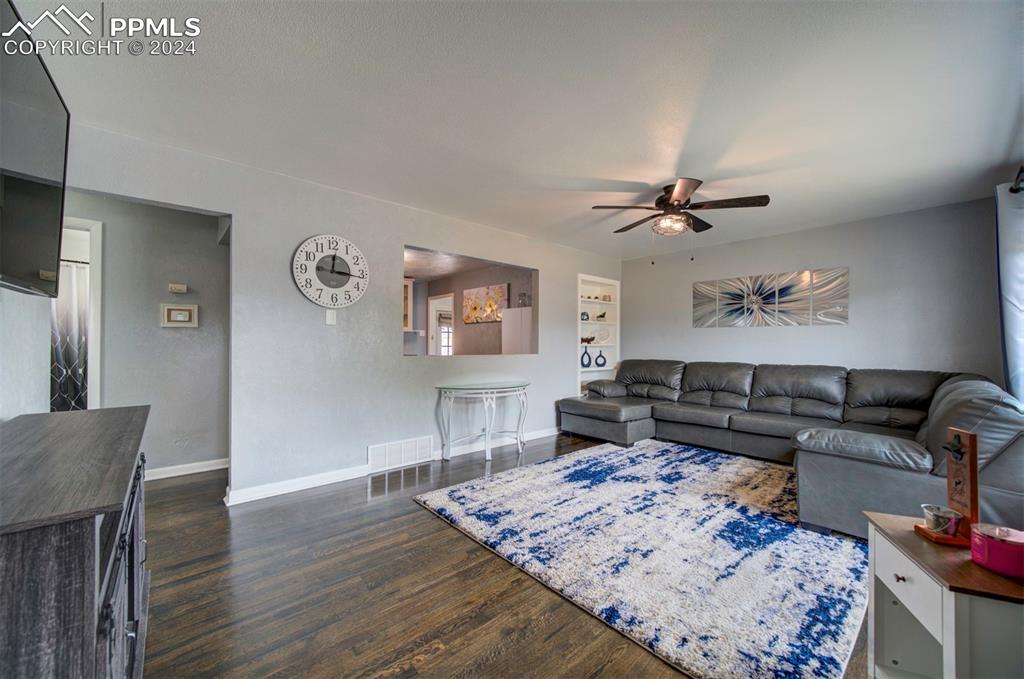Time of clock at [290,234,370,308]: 12:16
